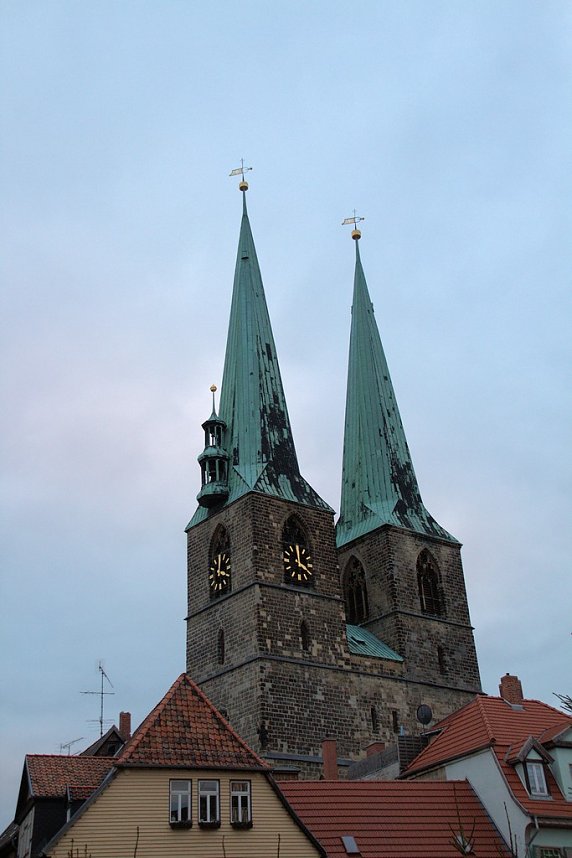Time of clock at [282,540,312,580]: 4:00
